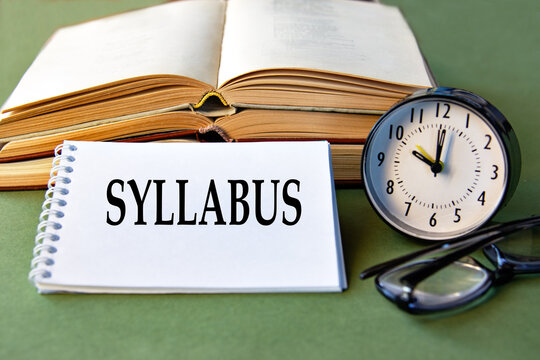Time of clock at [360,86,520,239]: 10:00
